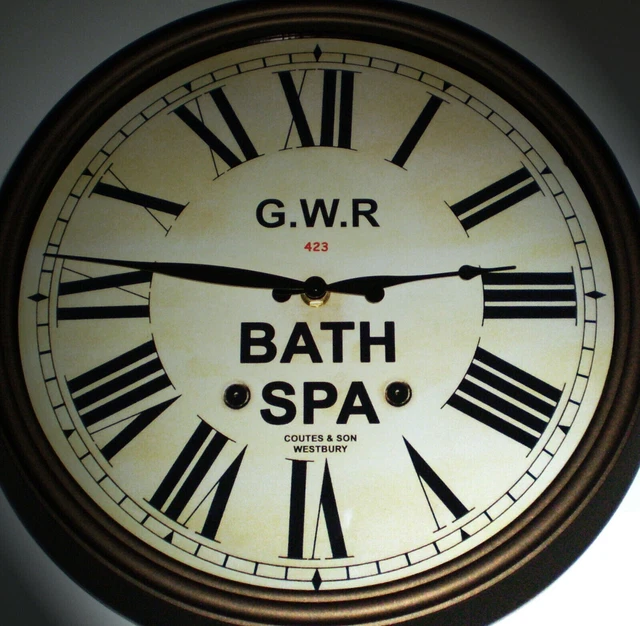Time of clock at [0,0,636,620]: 2:46
